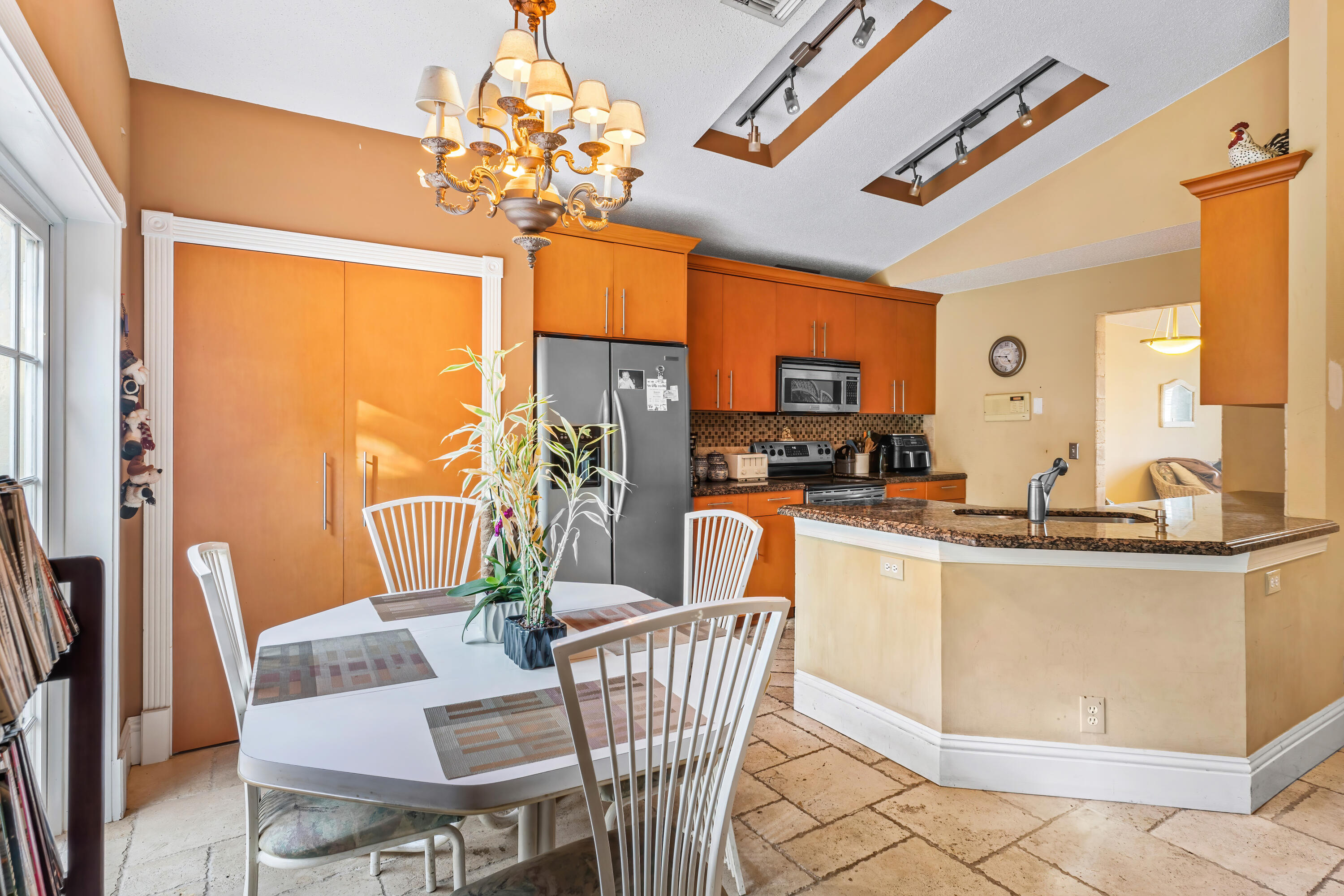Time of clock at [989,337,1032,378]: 4:45
